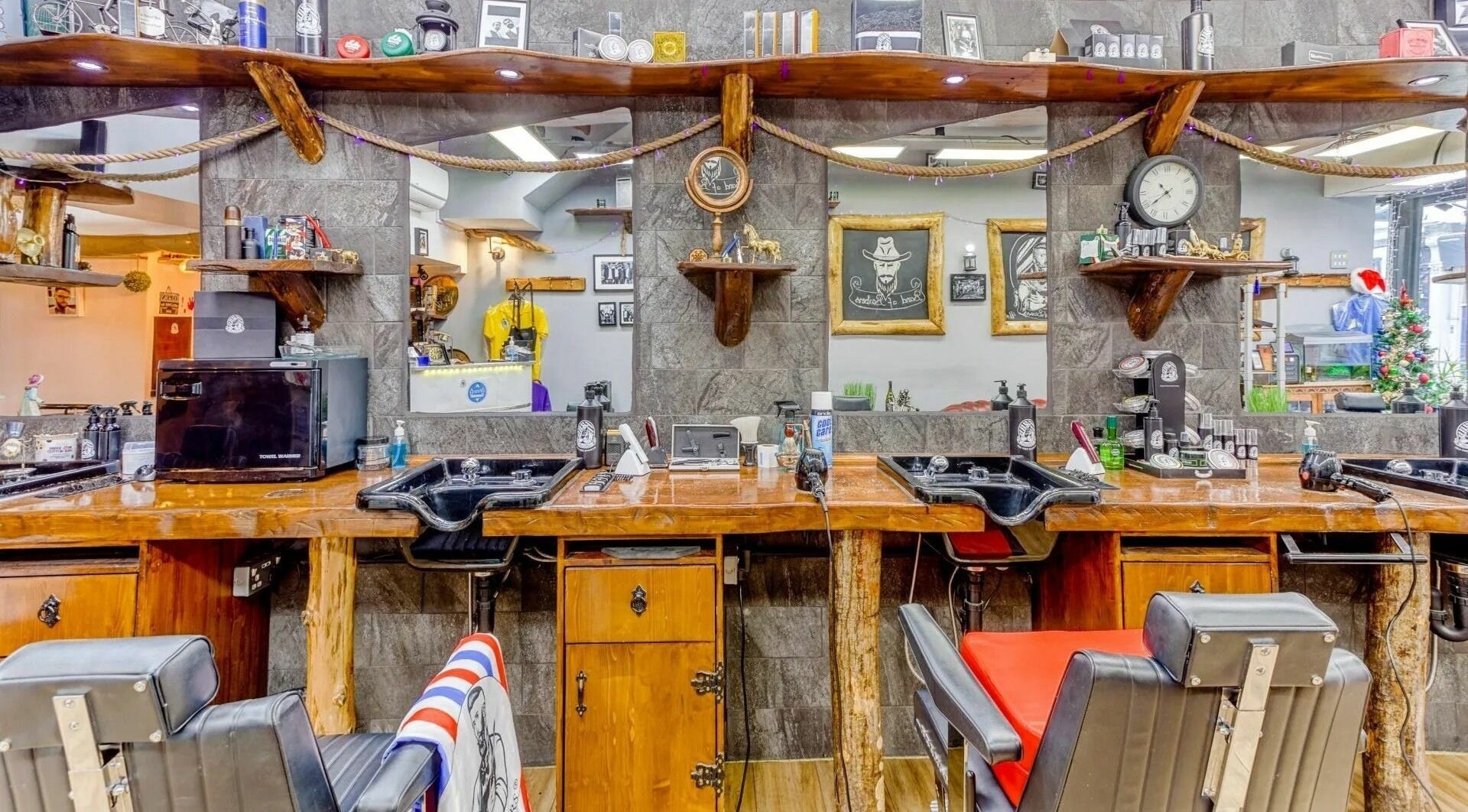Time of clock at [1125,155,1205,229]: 10:38
